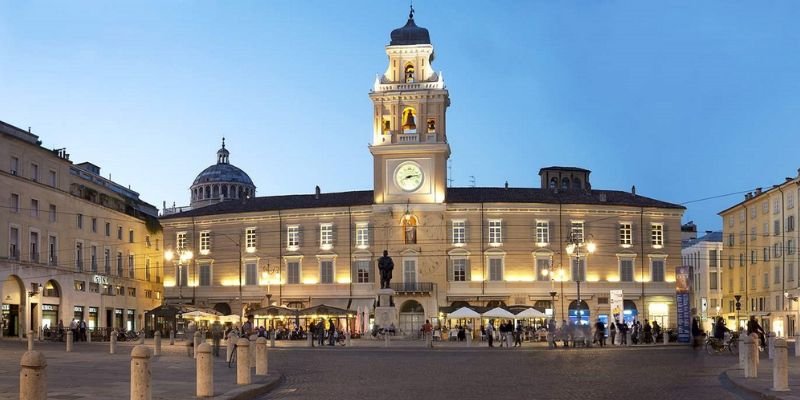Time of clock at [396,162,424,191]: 8:13
